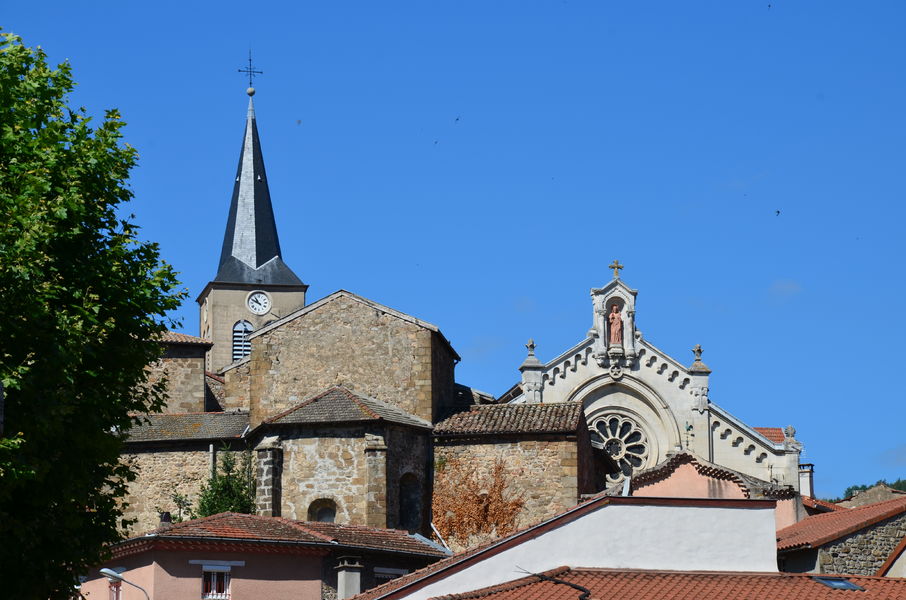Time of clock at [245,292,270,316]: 10:49
